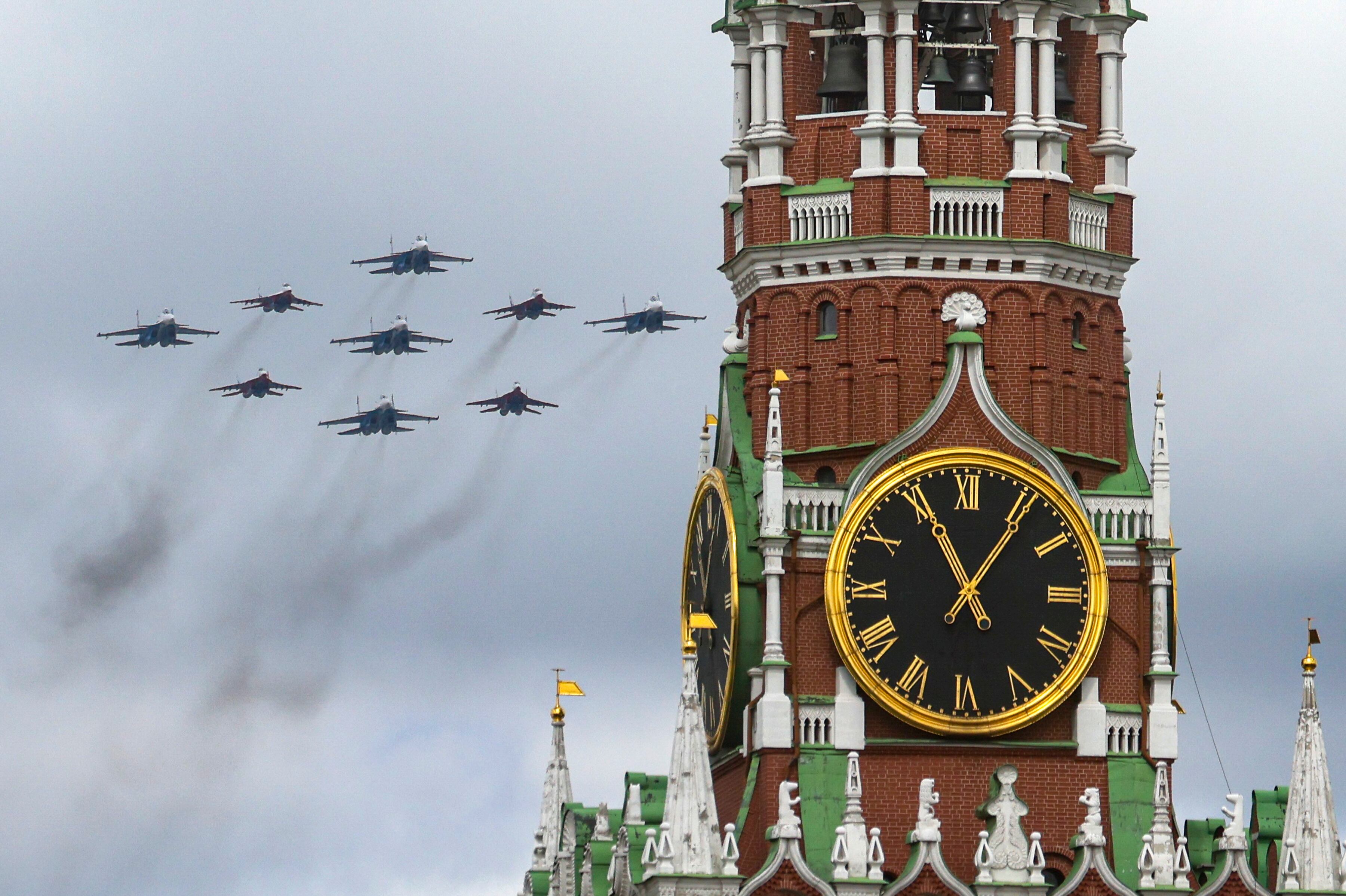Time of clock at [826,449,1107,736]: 11:05
